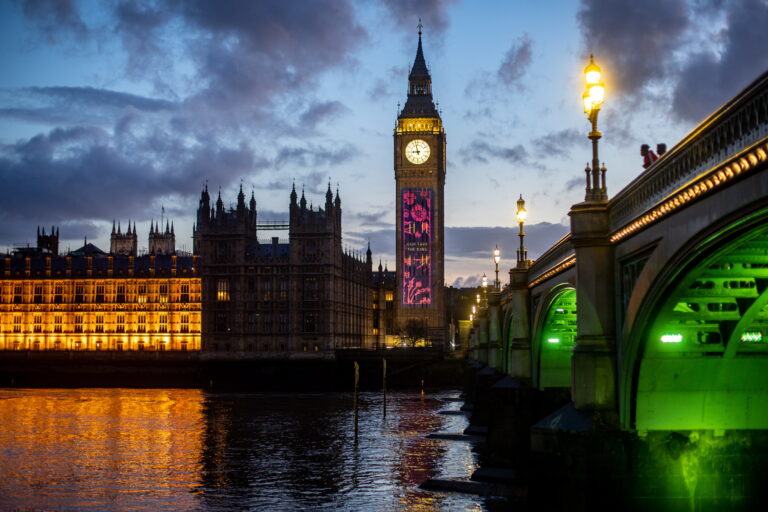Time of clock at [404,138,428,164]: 8:57
